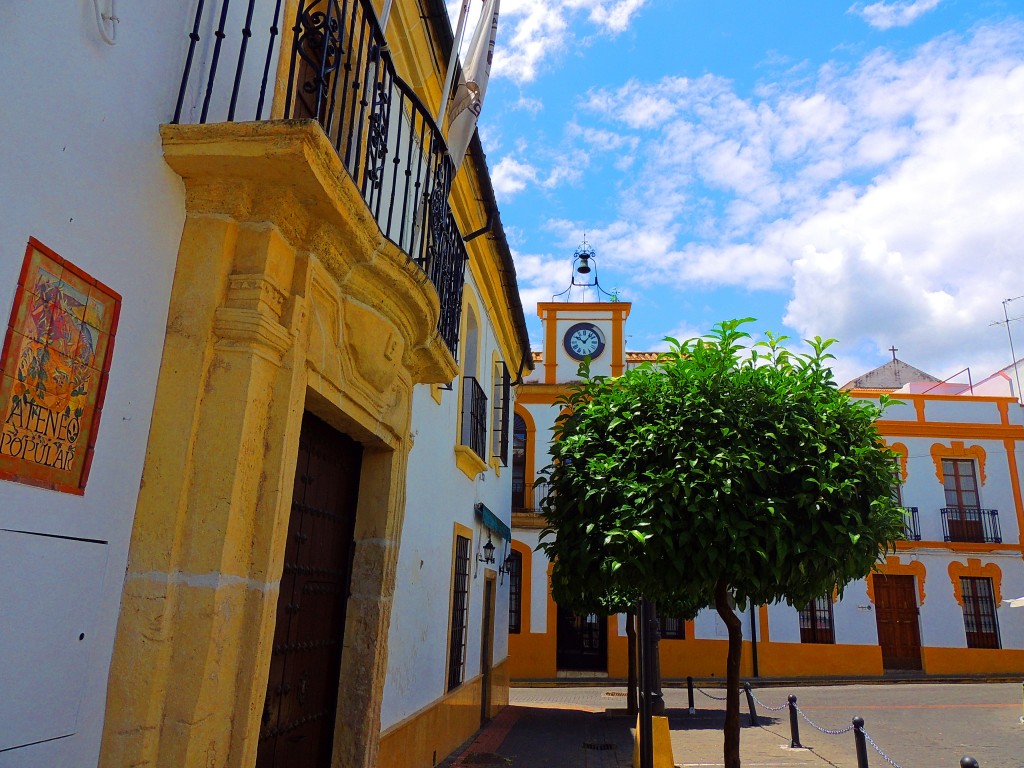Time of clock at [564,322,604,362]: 10:06
